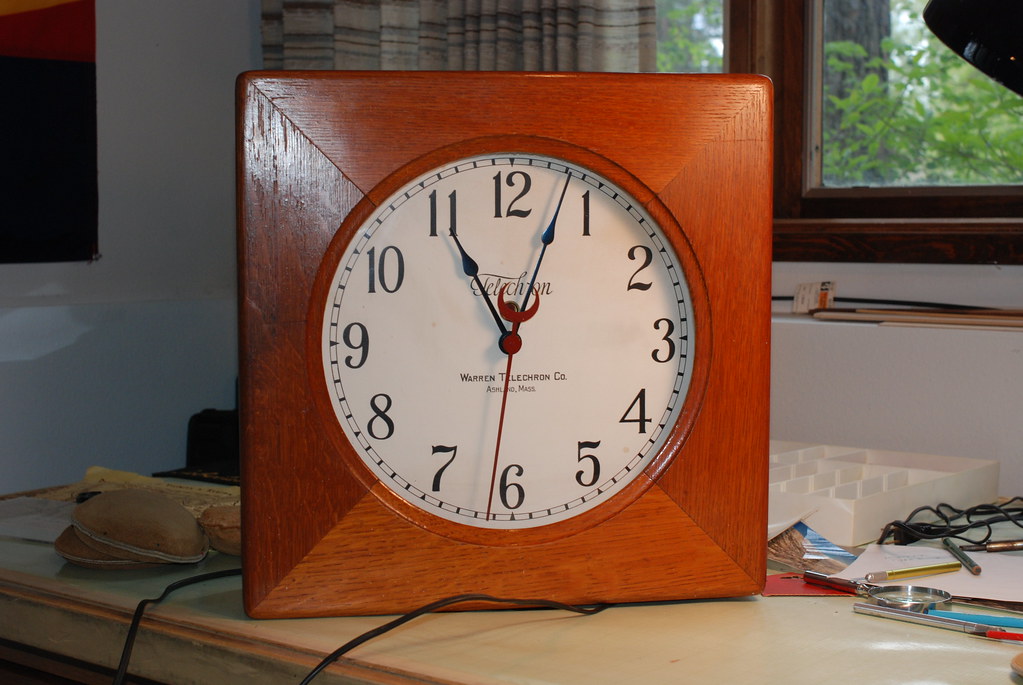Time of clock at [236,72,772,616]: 11:03
